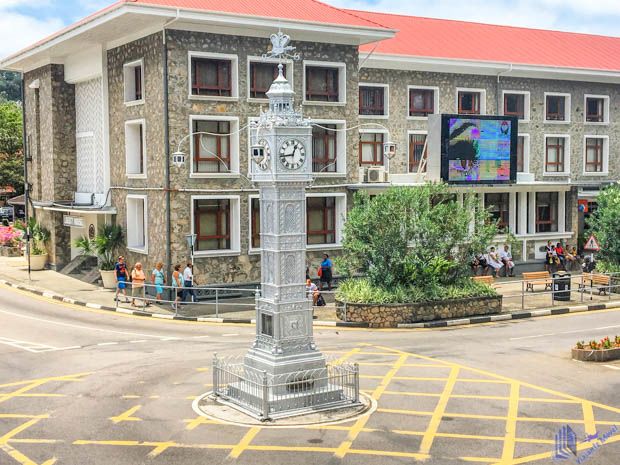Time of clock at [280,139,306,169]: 12:43
